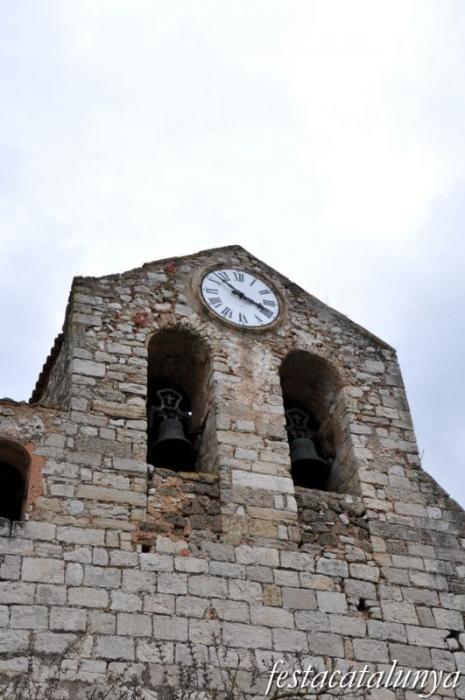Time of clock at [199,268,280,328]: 3:52
